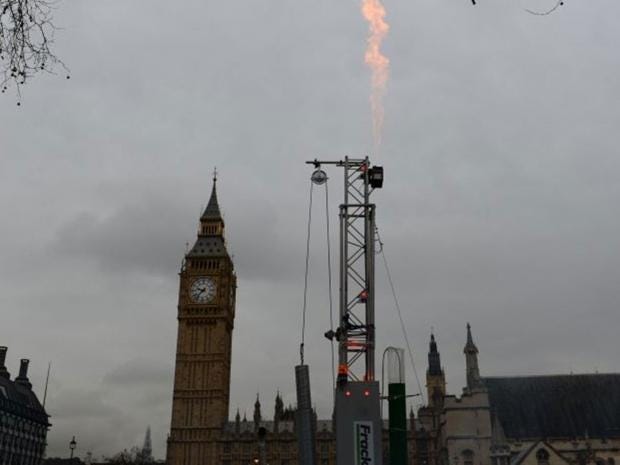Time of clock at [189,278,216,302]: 9:37
